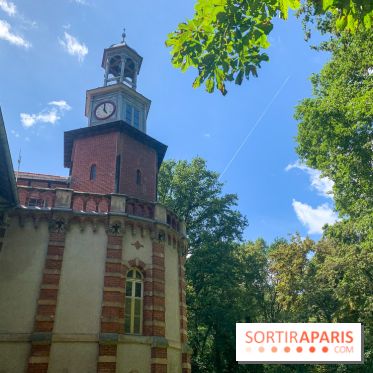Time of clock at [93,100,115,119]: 4:59
